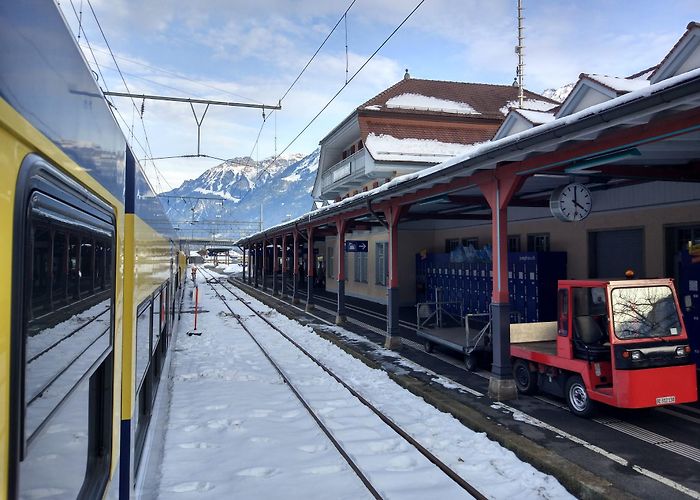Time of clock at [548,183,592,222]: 3:59
